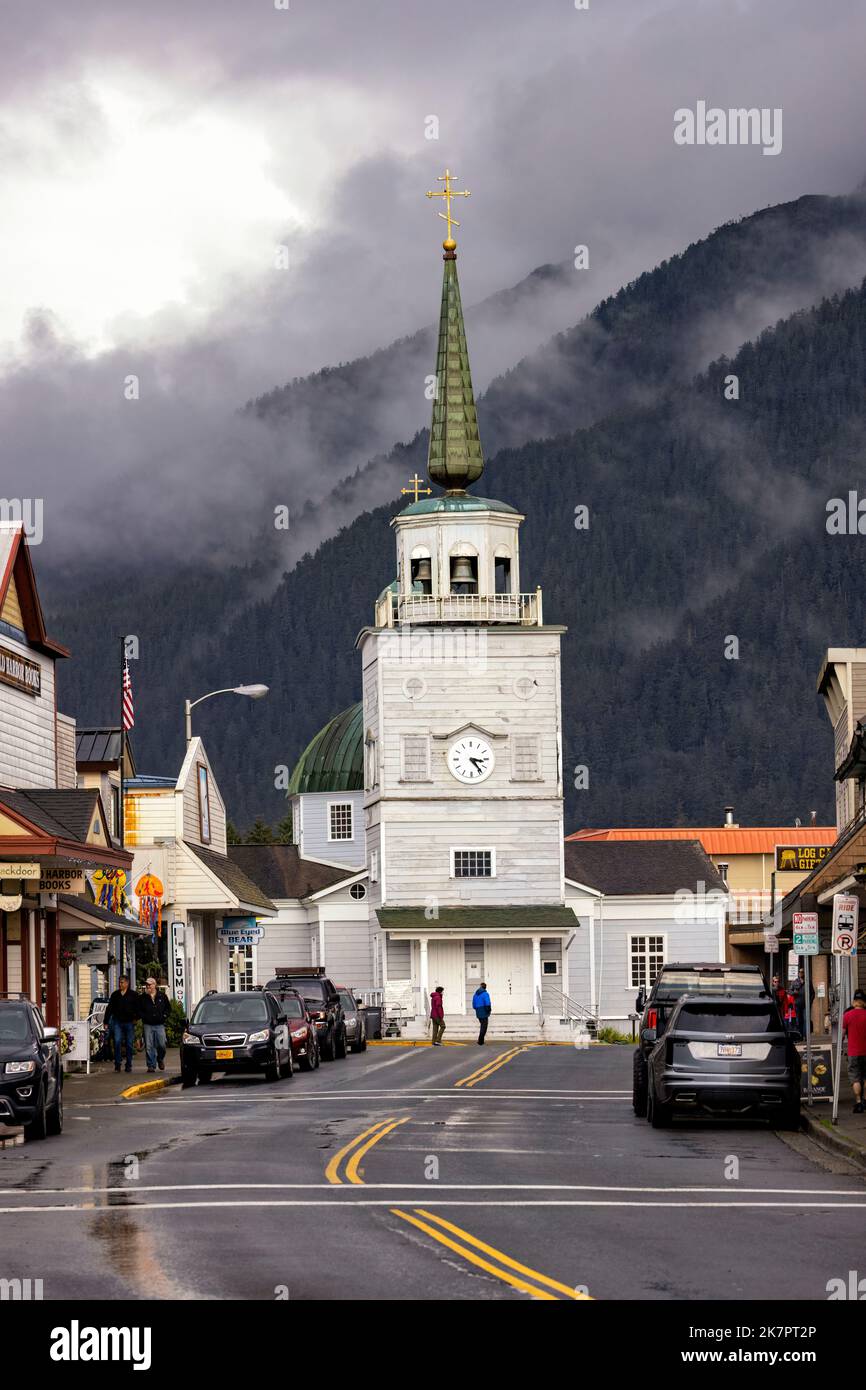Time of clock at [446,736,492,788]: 3:23
